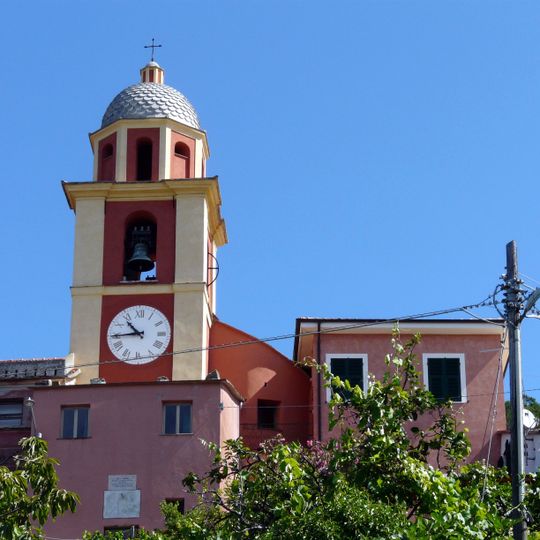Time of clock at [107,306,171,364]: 10:44
